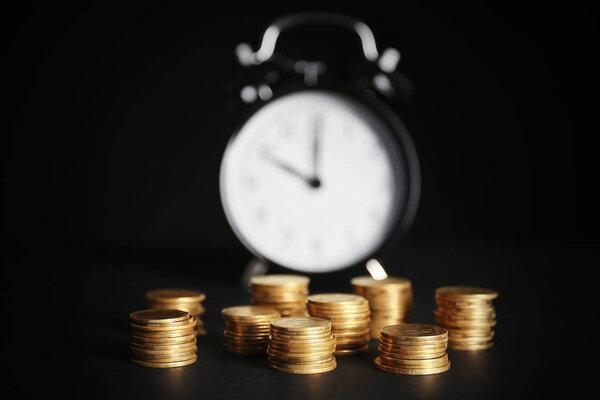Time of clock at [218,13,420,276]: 10:00
